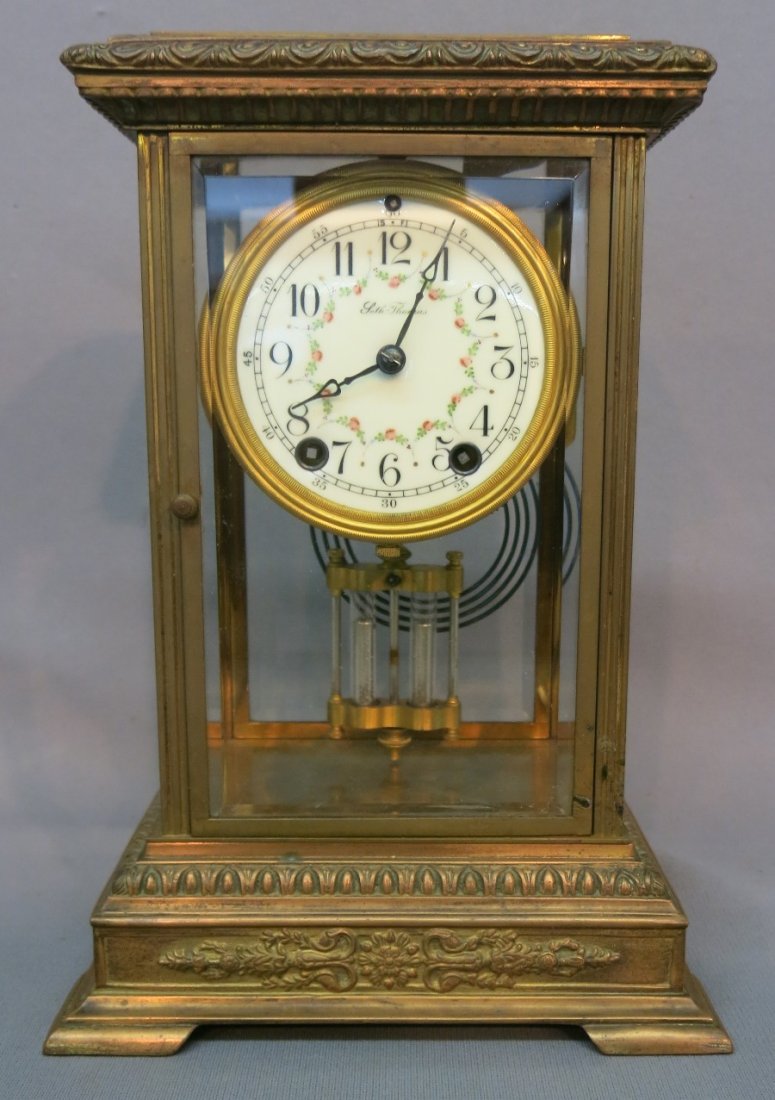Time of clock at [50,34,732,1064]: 8:04
